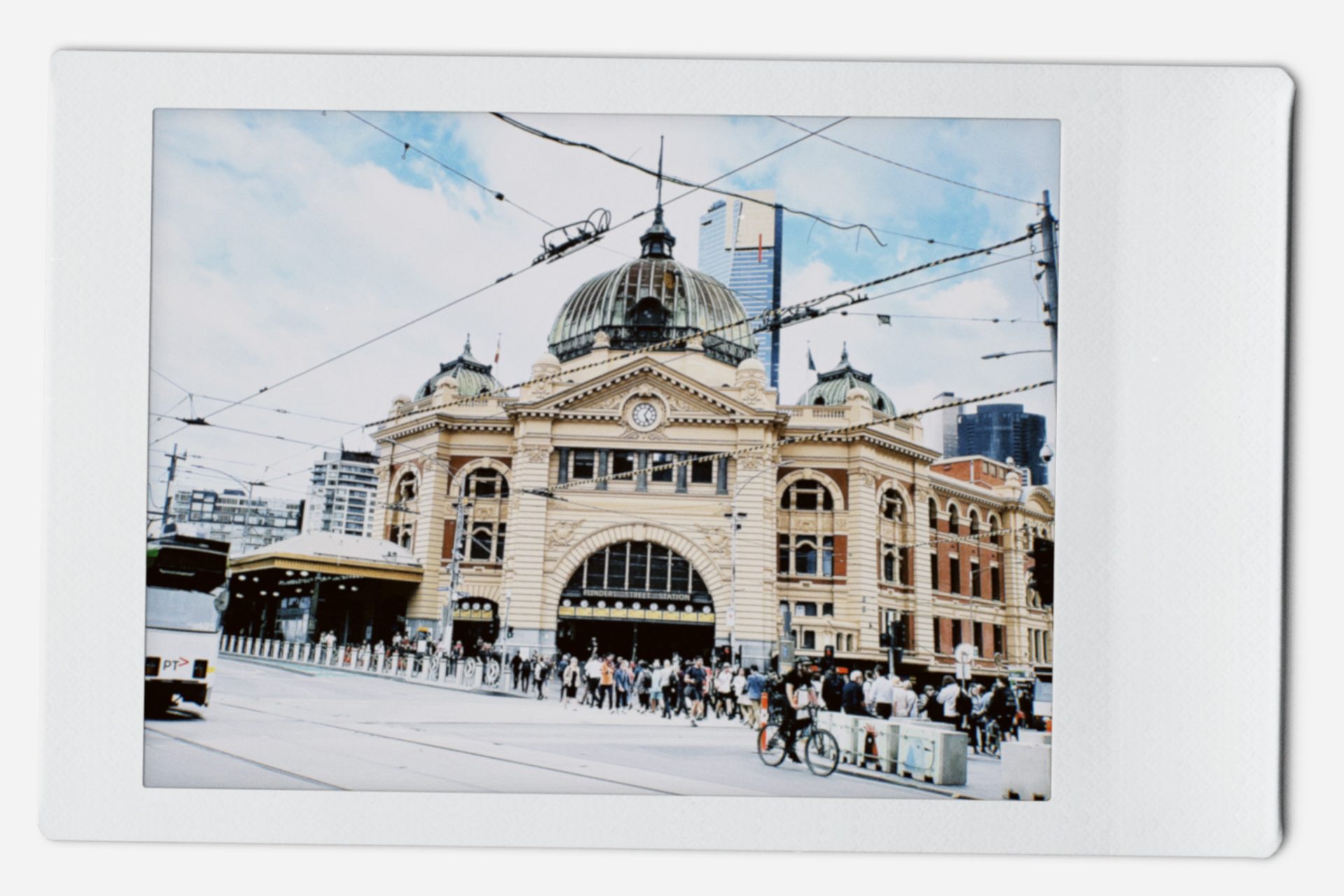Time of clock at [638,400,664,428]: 5:05
